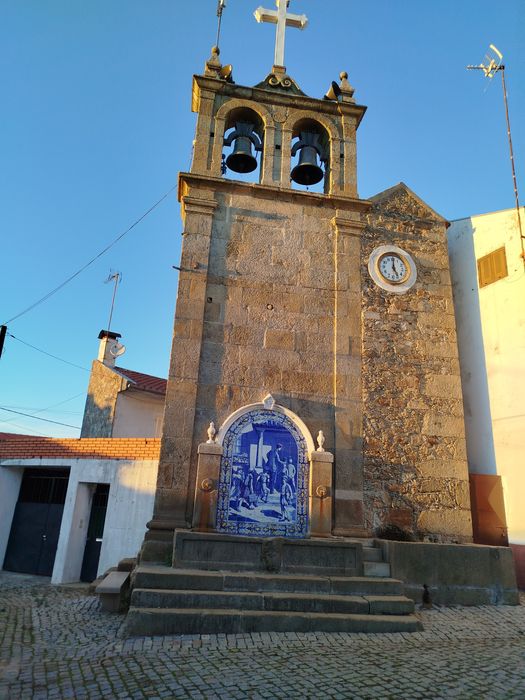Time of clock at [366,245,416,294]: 5:00
